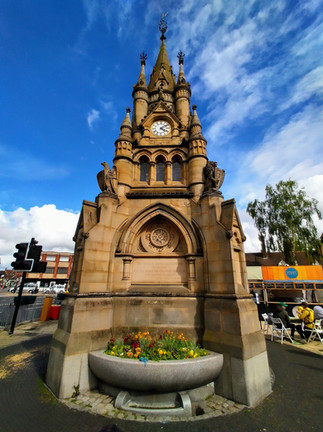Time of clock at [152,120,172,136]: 4:09
